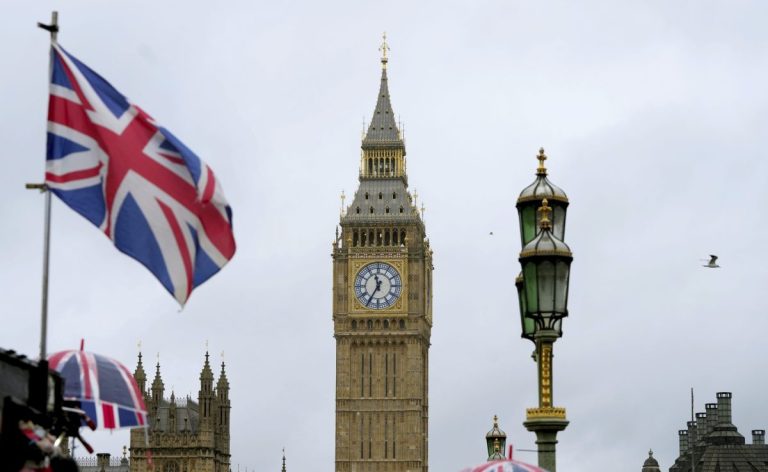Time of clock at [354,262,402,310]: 11:35
